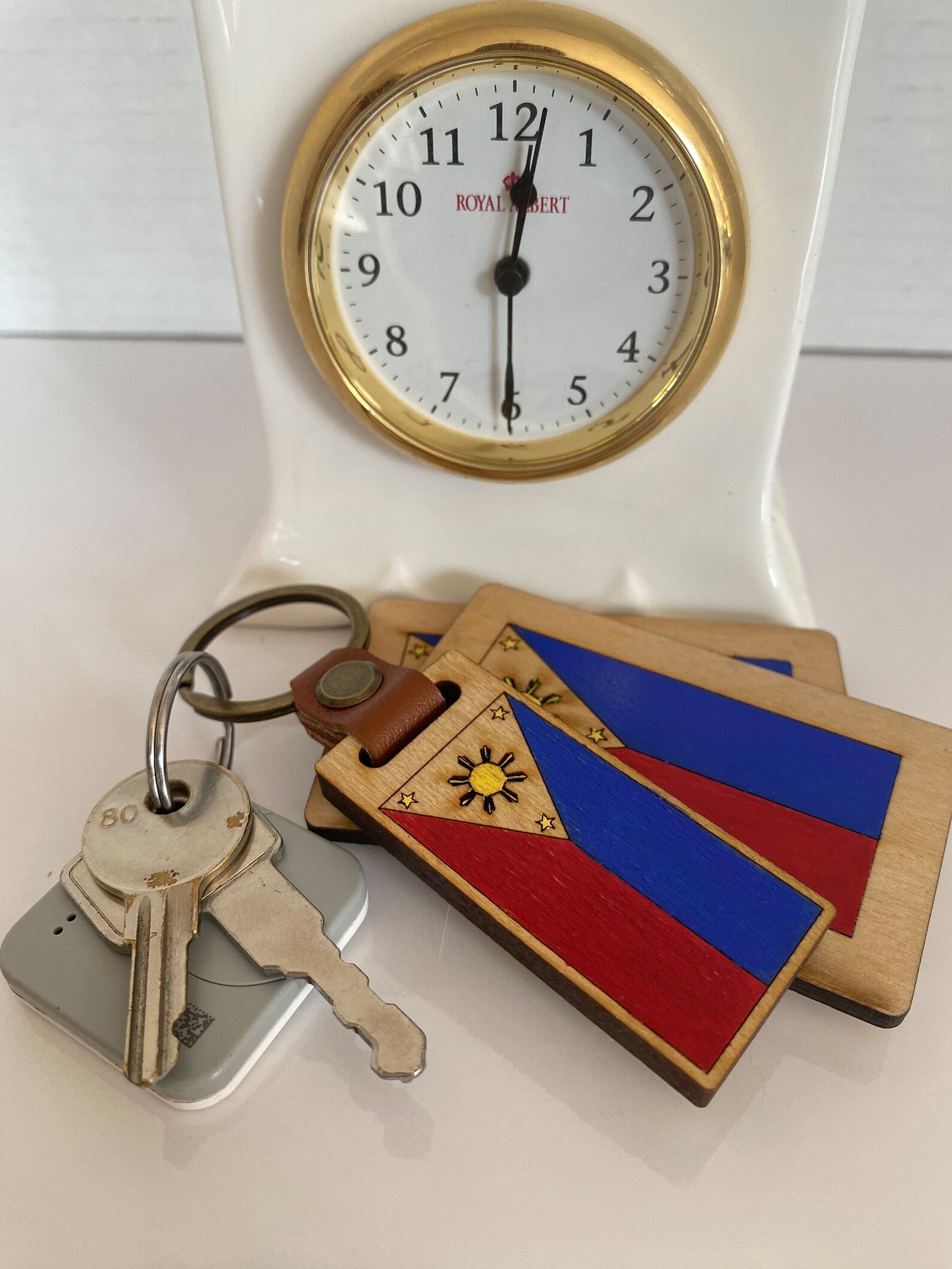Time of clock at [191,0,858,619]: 12:01
